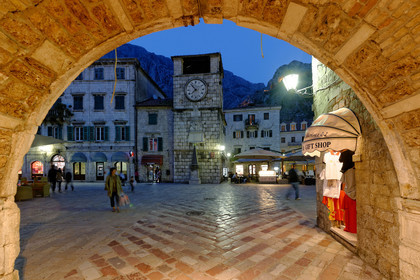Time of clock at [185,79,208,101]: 7:52
